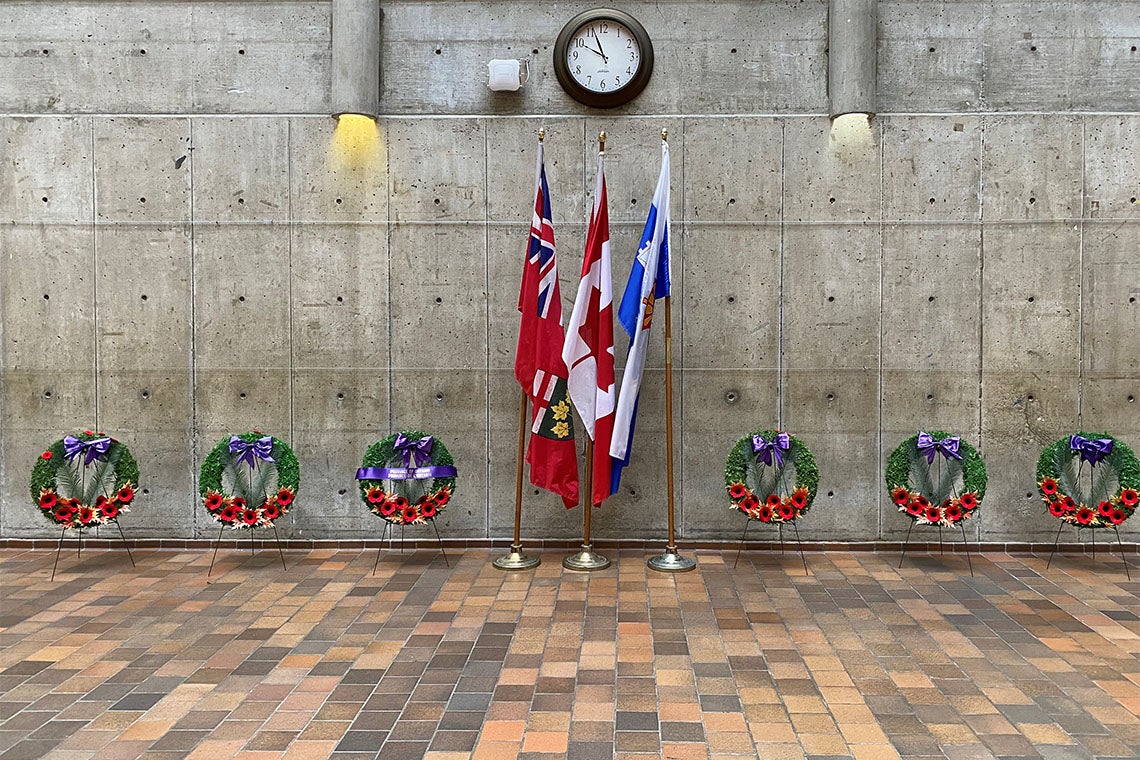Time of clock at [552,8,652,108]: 9:56
